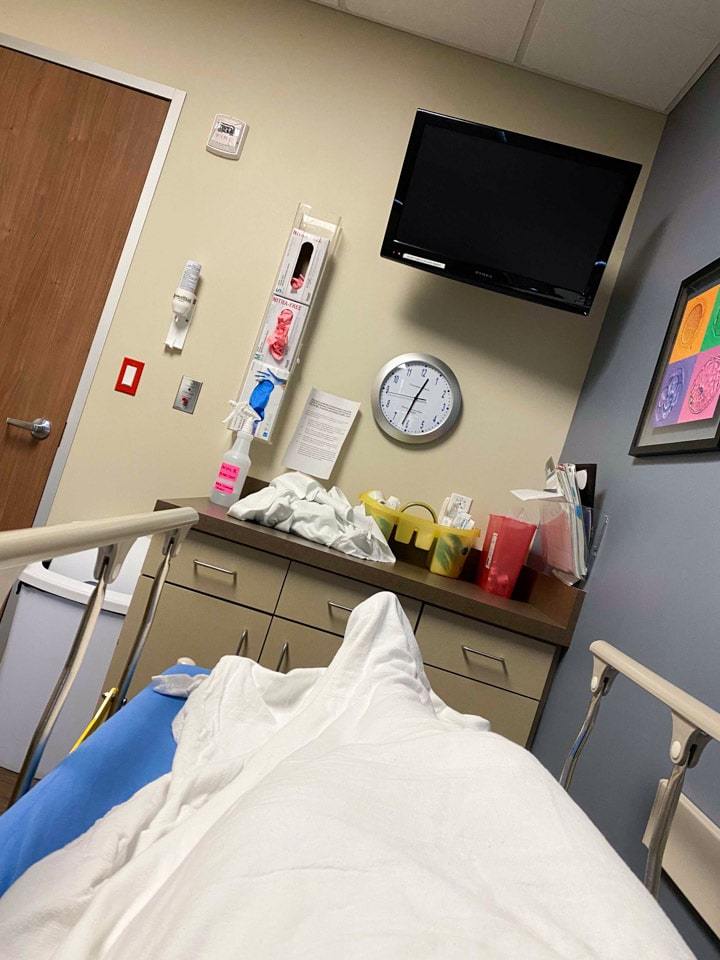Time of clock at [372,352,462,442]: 12:31
